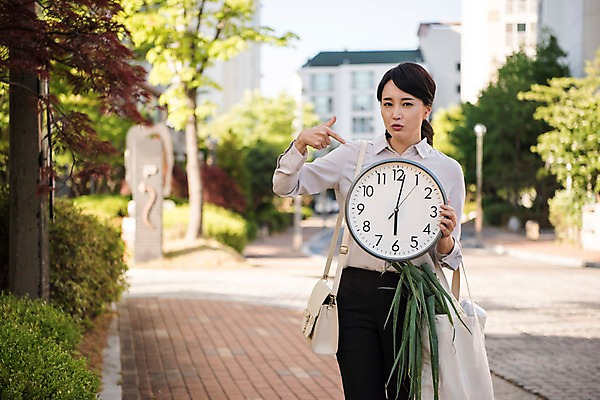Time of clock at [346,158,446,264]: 6:02
